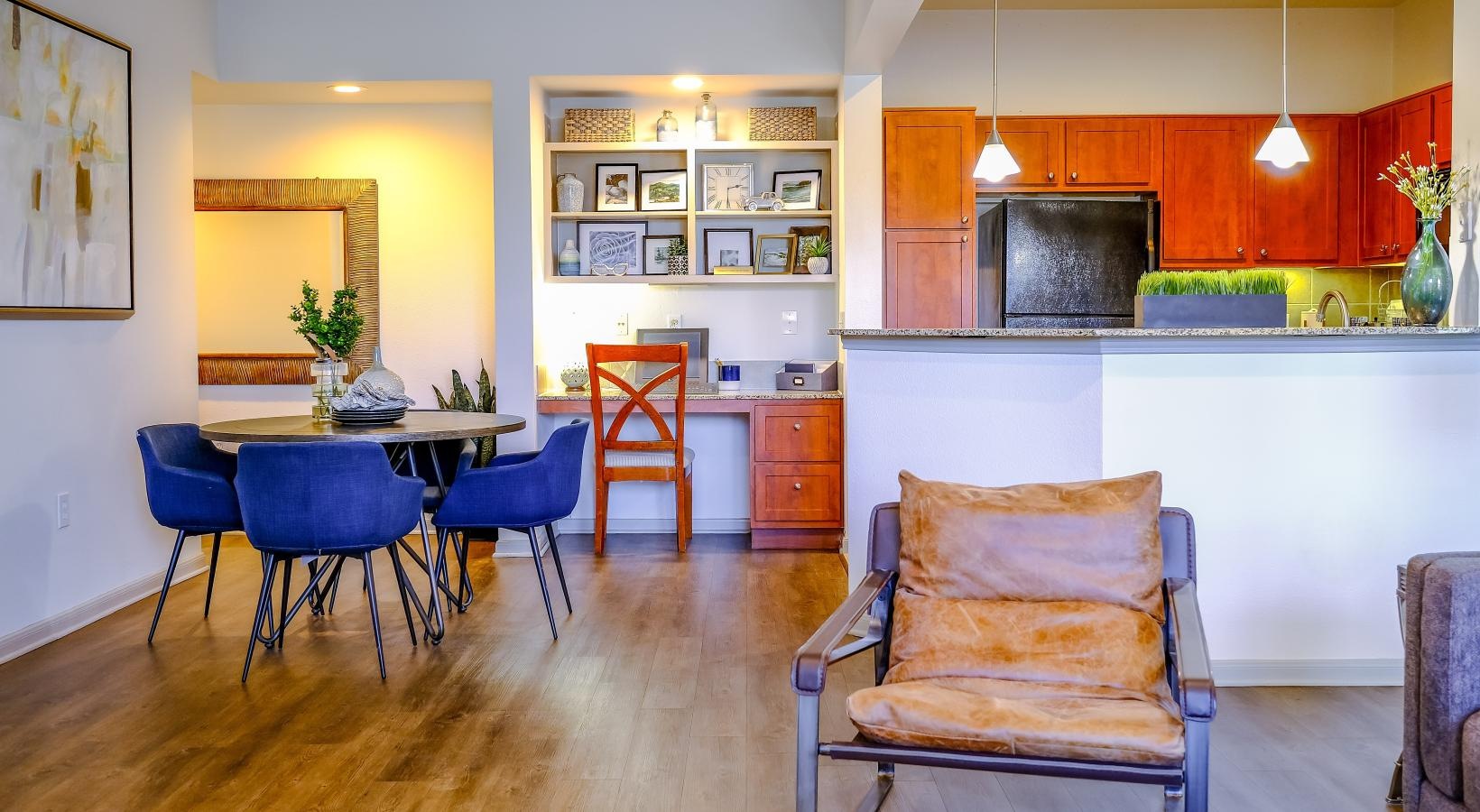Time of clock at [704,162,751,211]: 2:30
